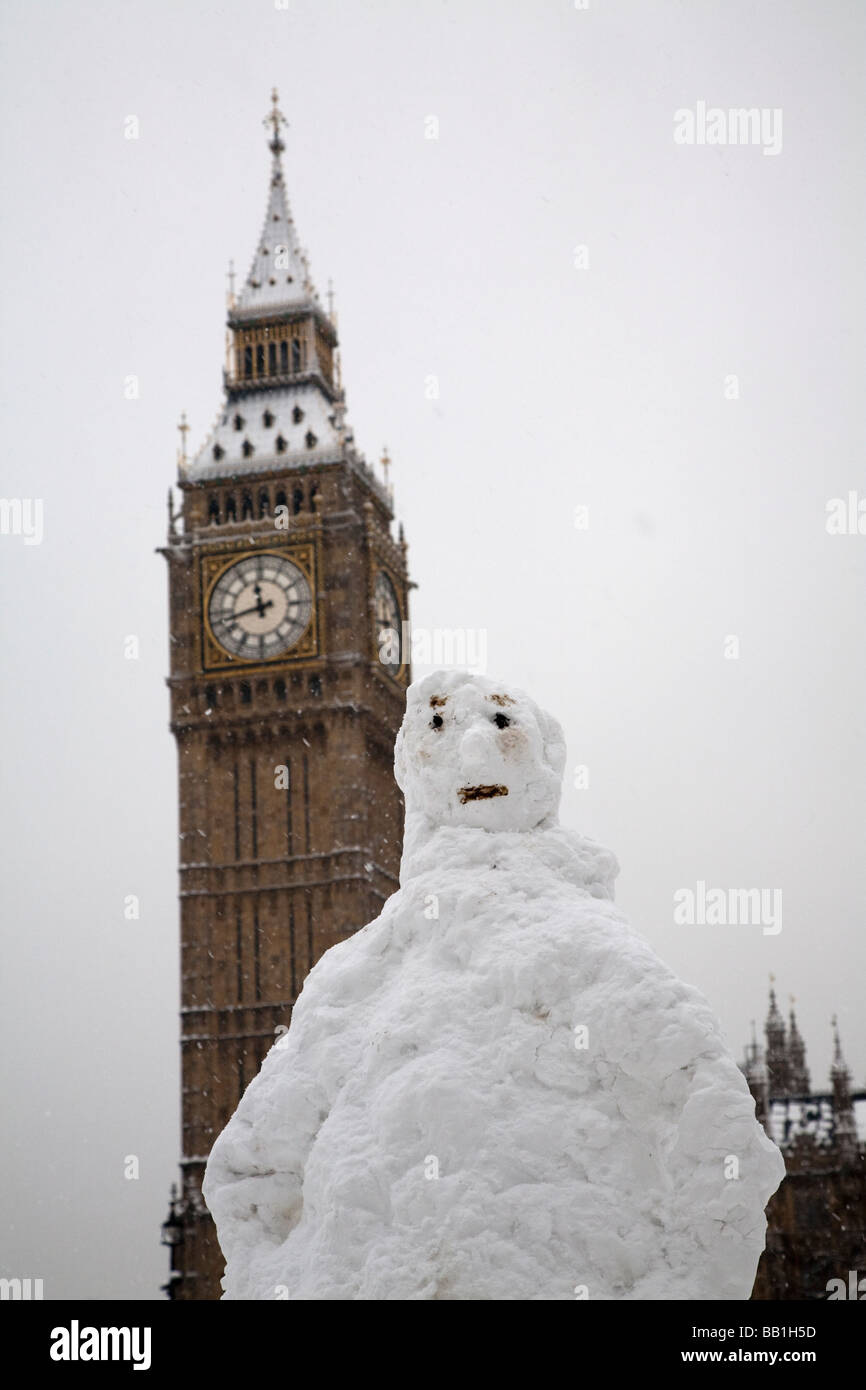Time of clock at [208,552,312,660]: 11:42
